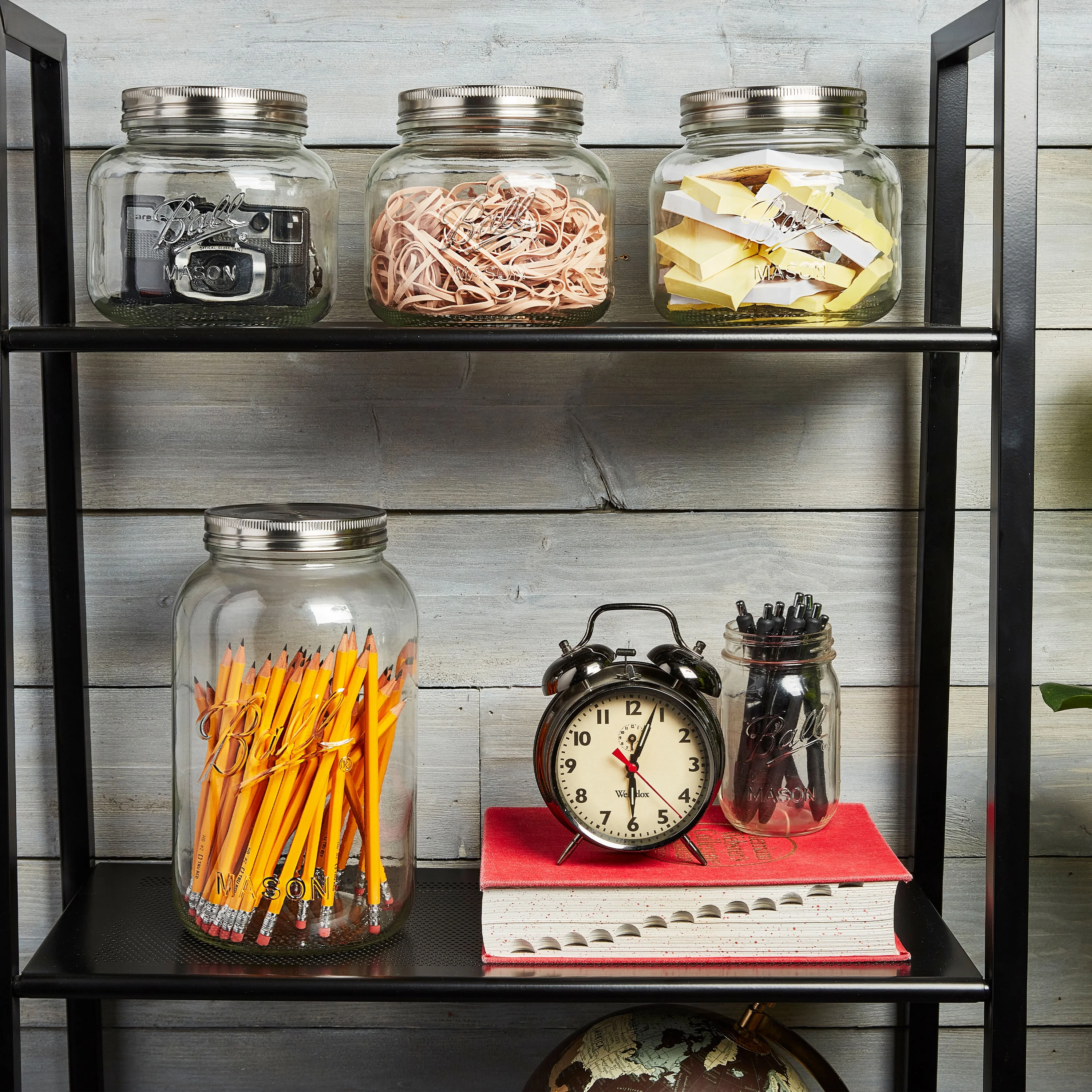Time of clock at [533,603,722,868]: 6:03
